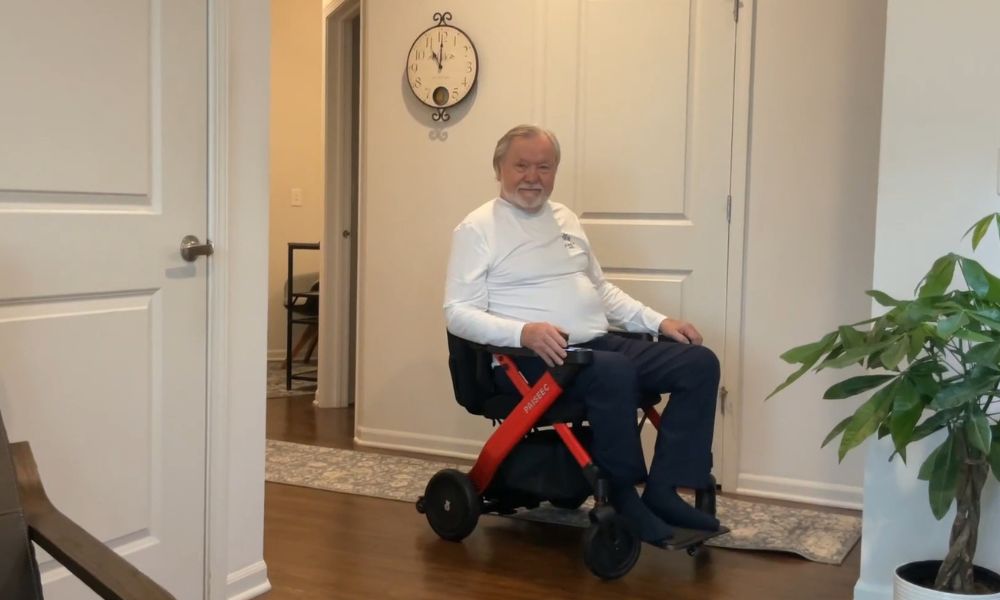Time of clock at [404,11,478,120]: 11:00
